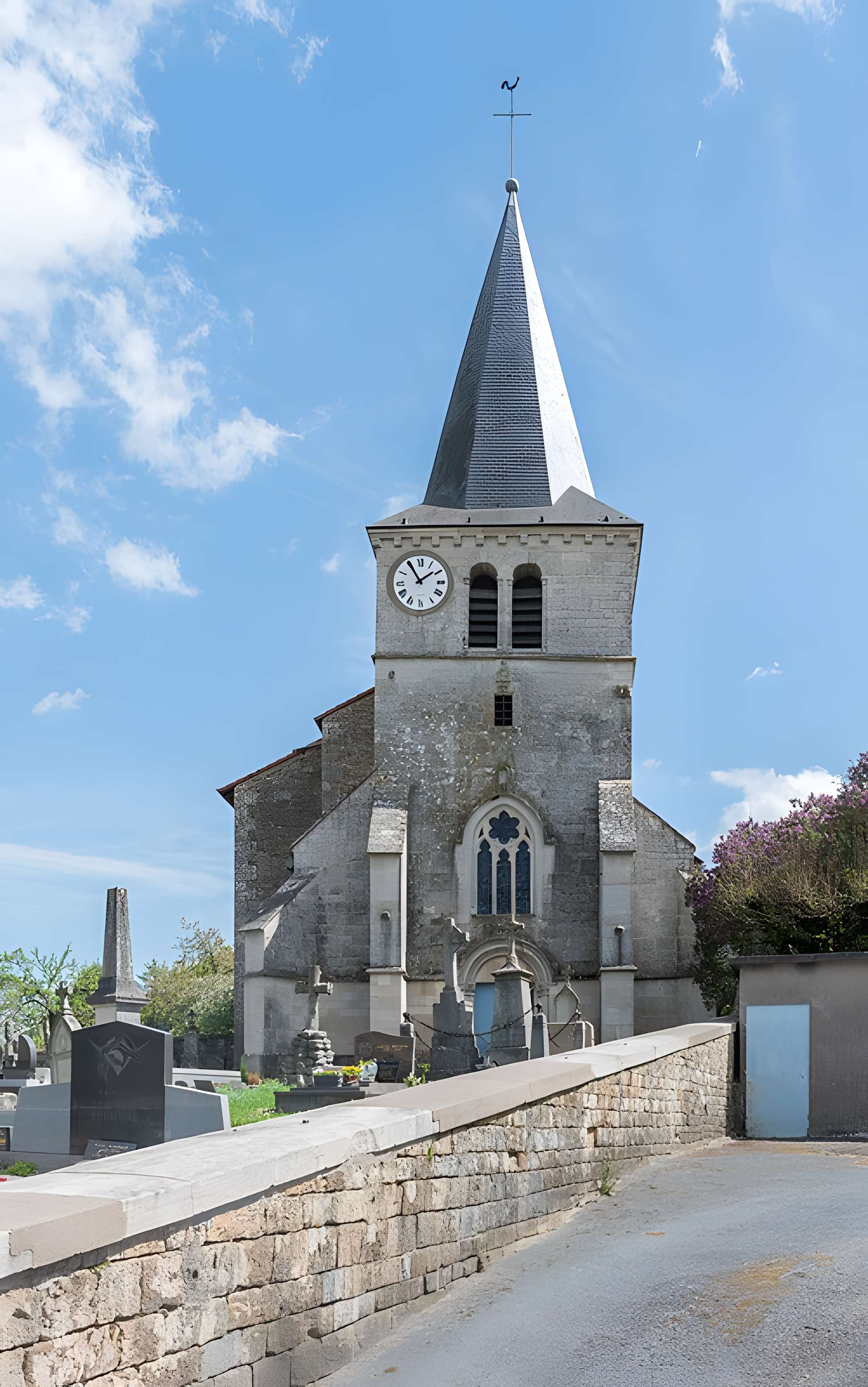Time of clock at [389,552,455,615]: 1:54
